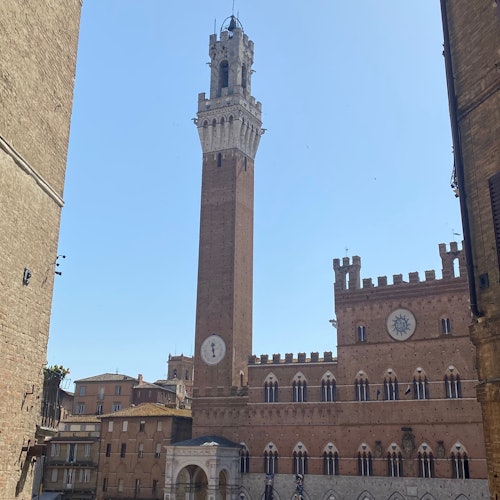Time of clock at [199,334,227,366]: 11:28
